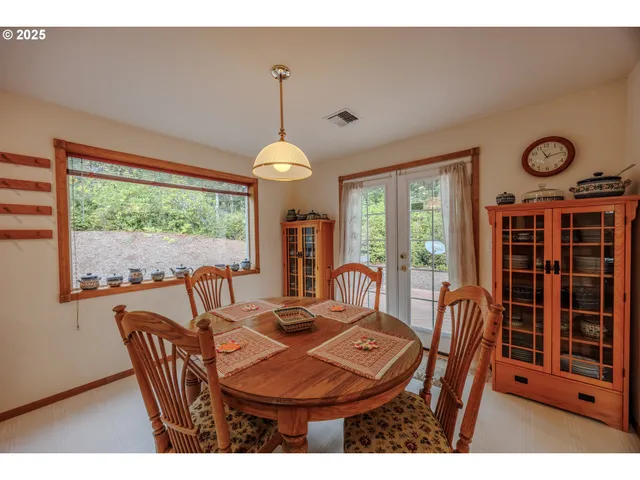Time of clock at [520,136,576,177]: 11:13
